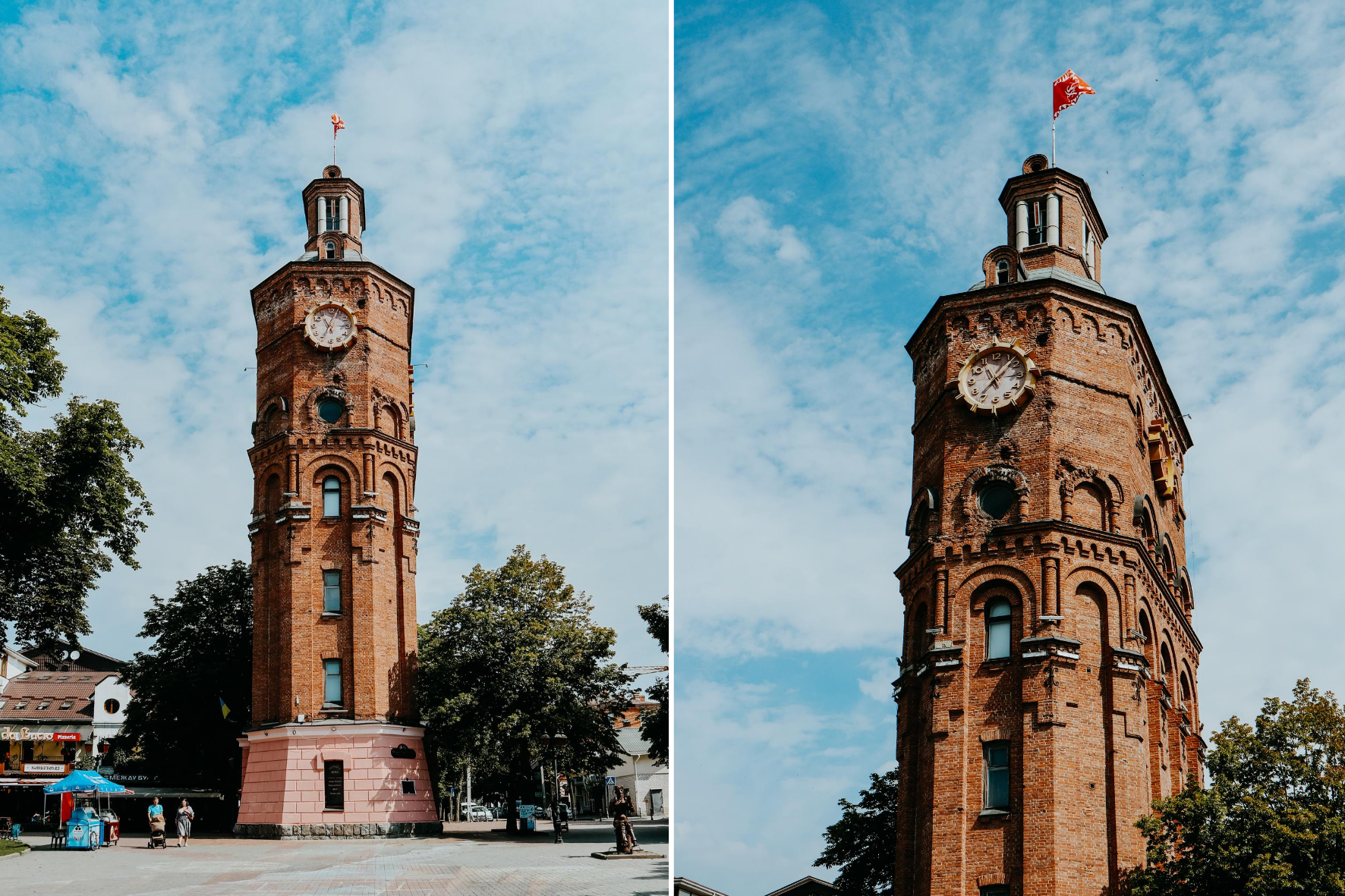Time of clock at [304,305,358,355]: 11:03
